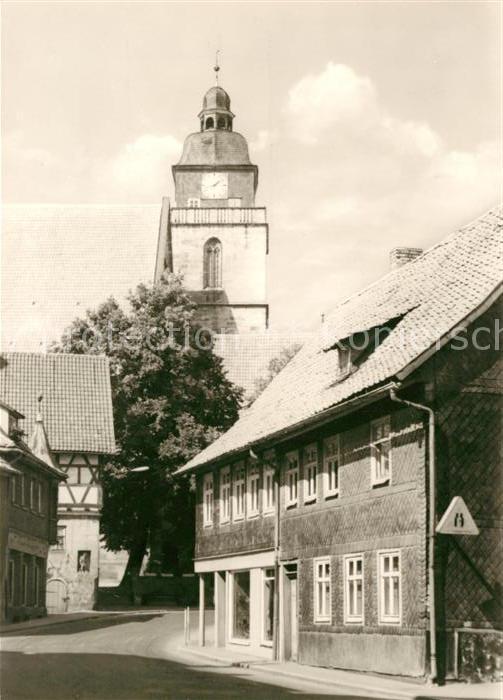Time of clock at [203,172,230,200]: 1:42
